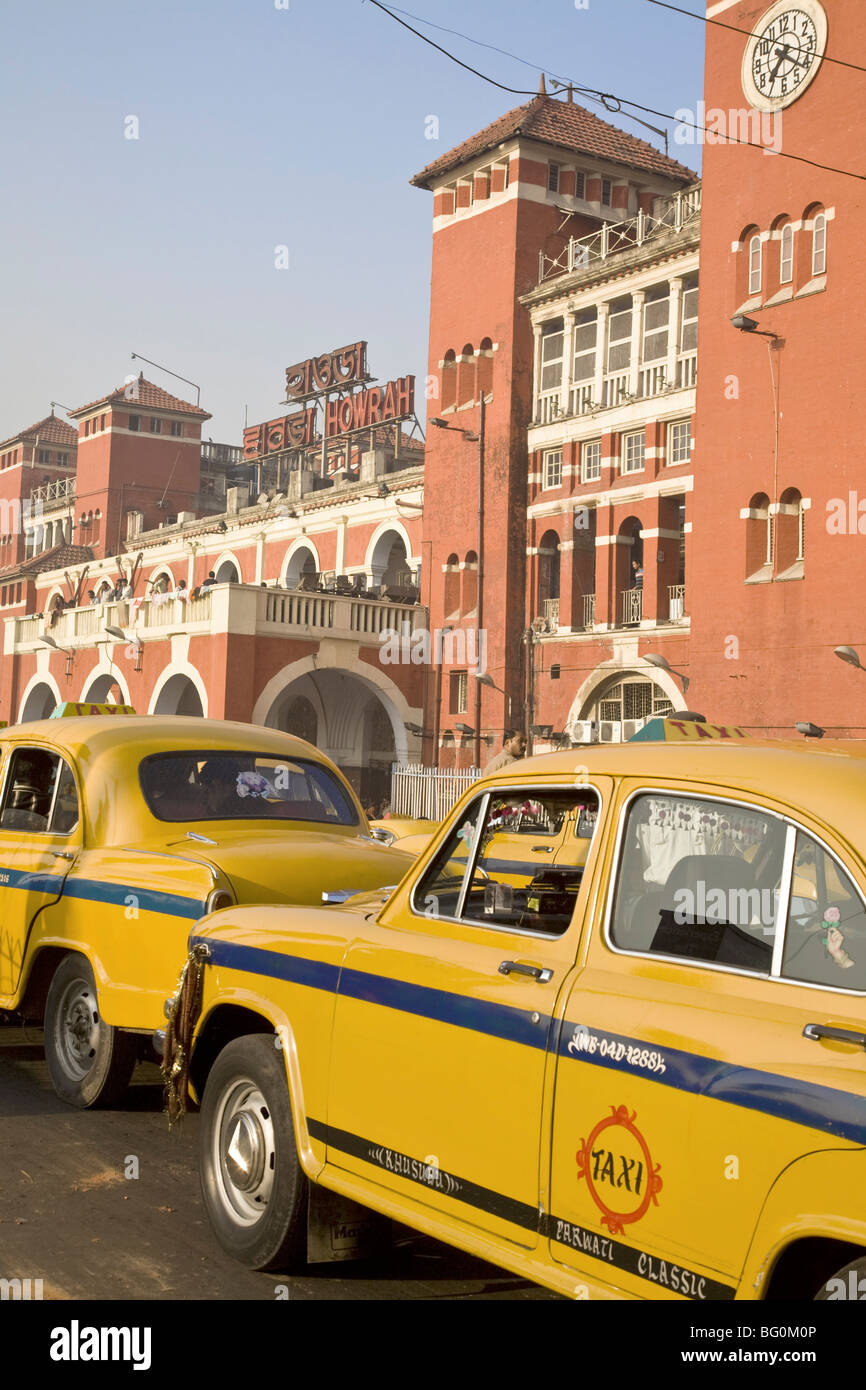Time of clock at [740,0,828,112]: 7:21
